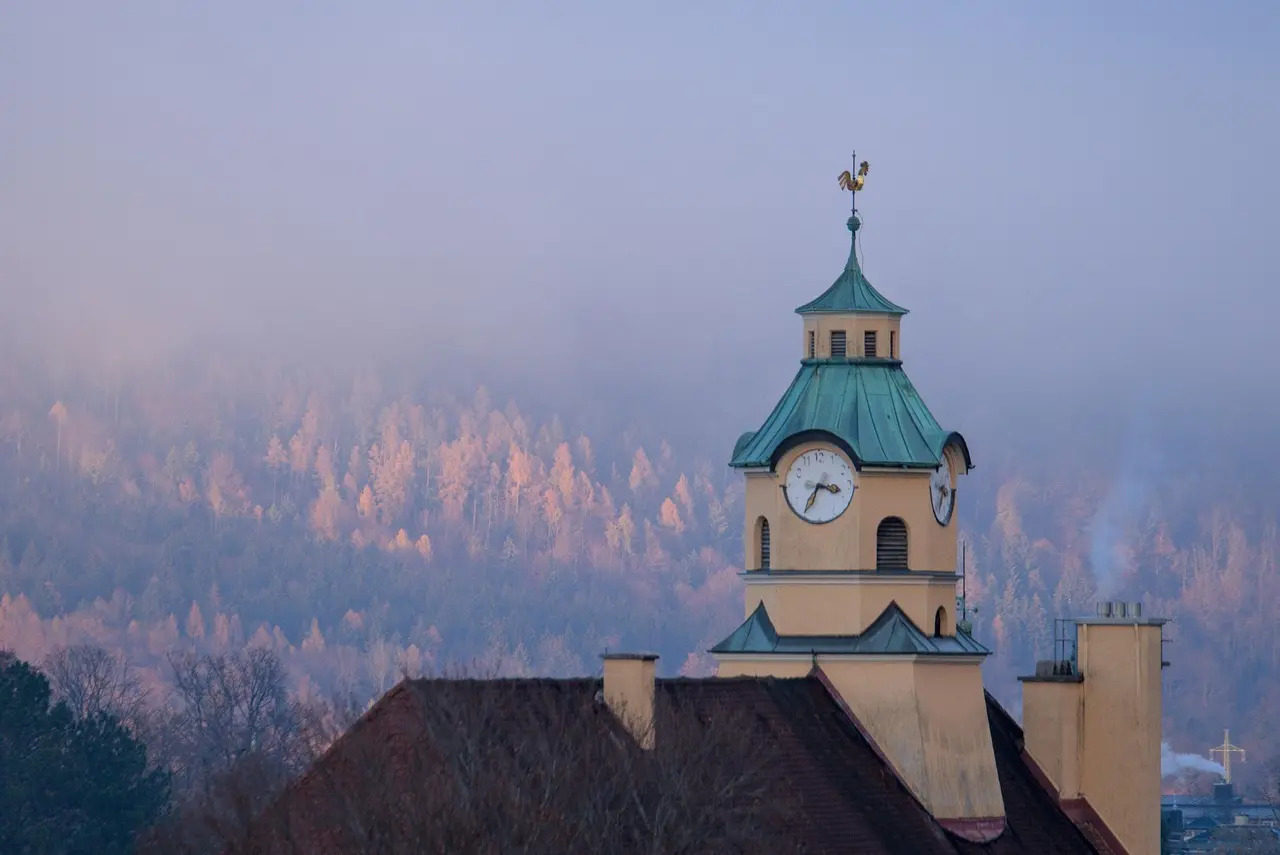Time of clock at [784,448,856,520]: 3:34
